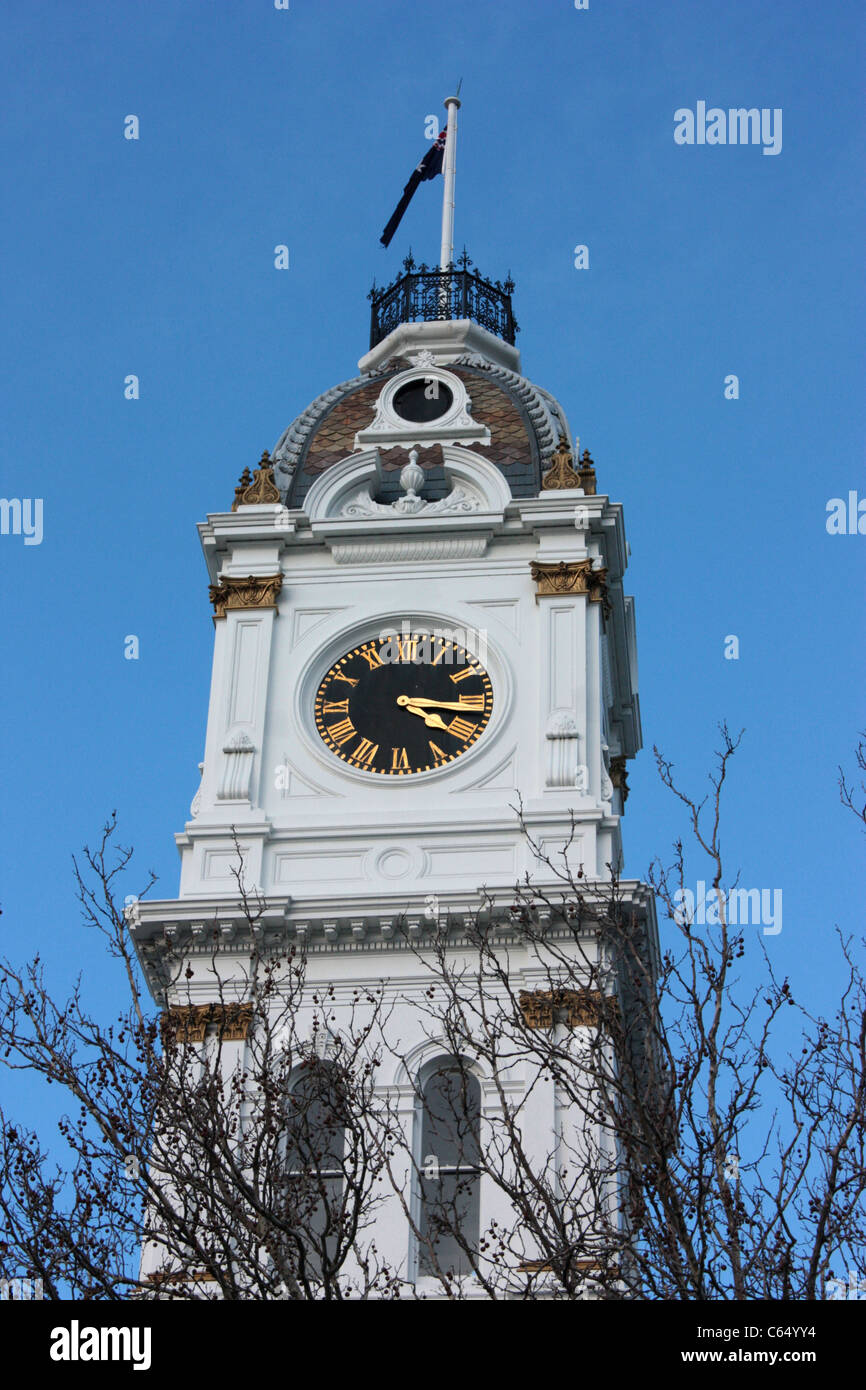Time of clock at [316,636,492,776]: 4:16
